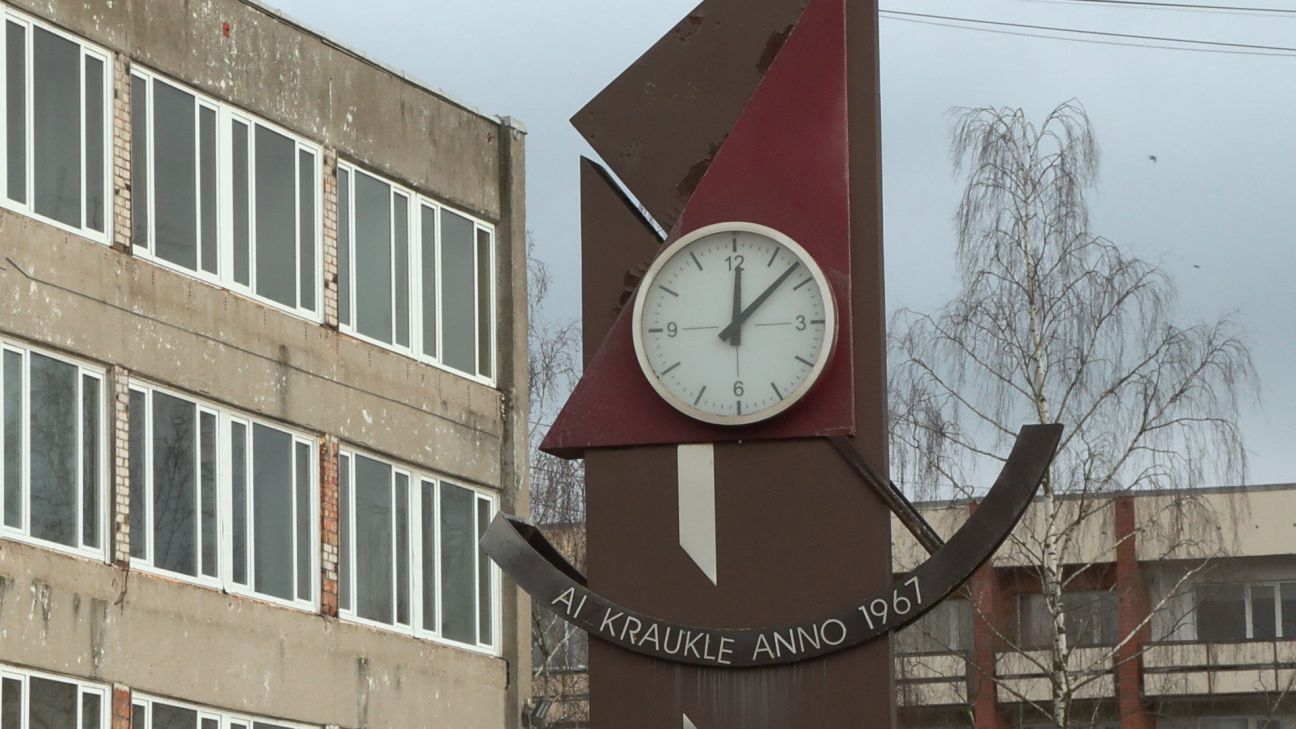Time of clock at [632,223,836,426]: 12:07
